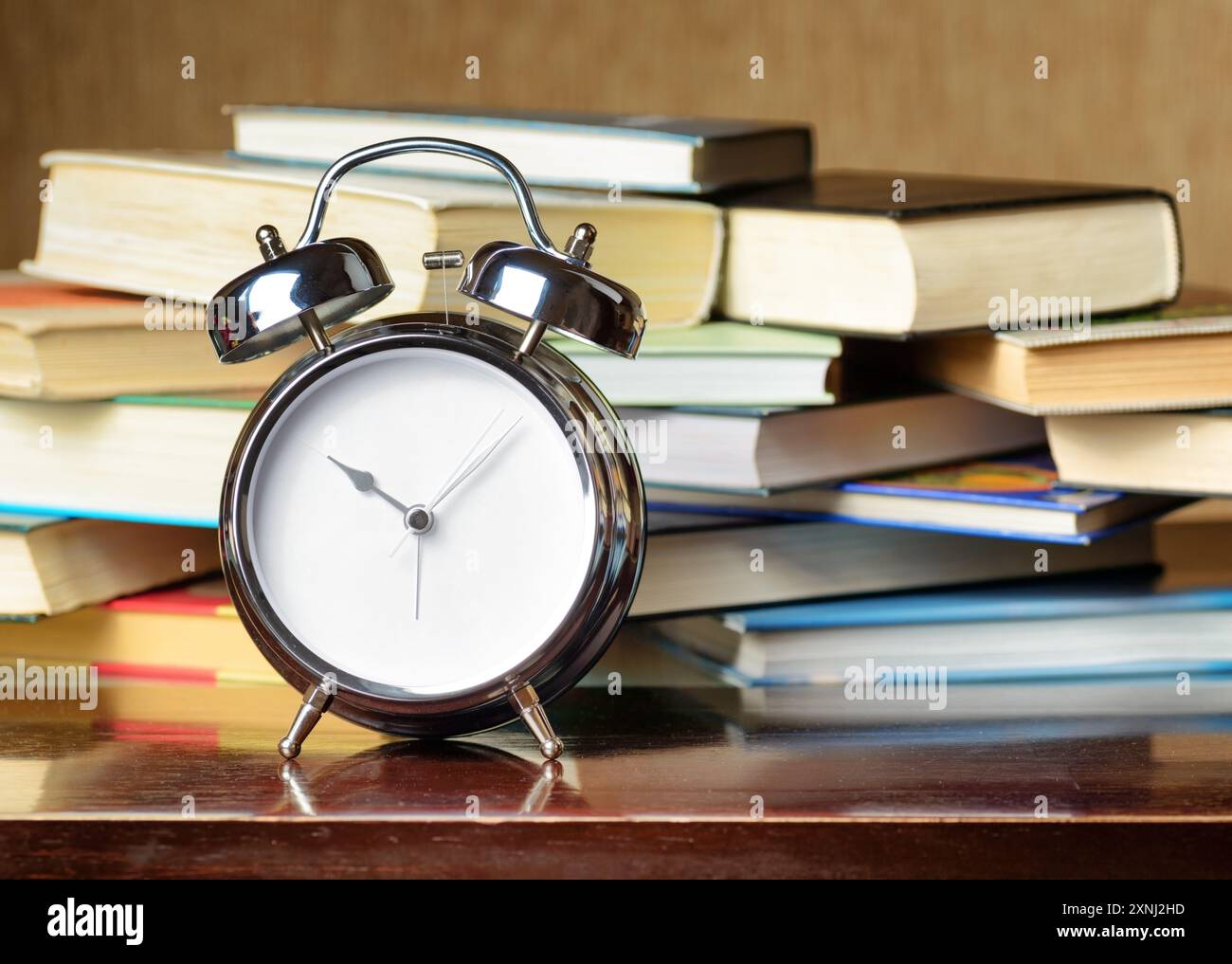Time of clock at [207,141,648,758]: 10:07
